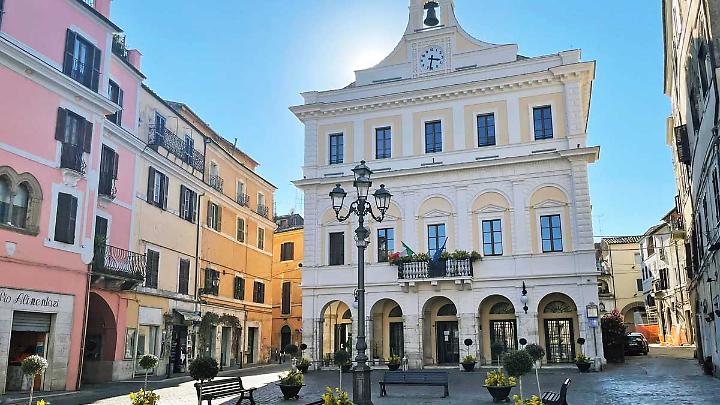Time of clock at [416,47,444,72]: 3:32
